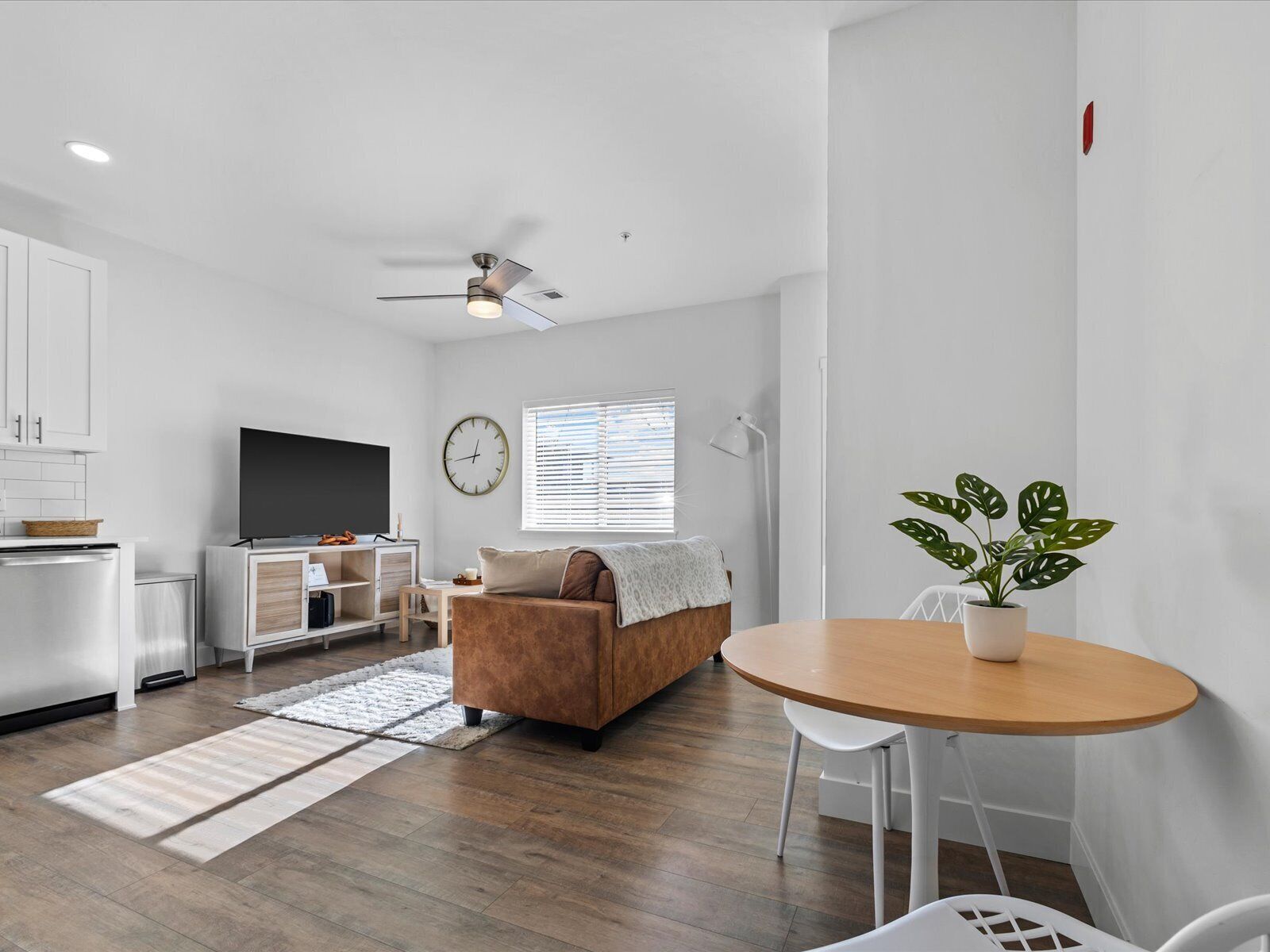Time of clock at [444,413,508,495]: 12:44
